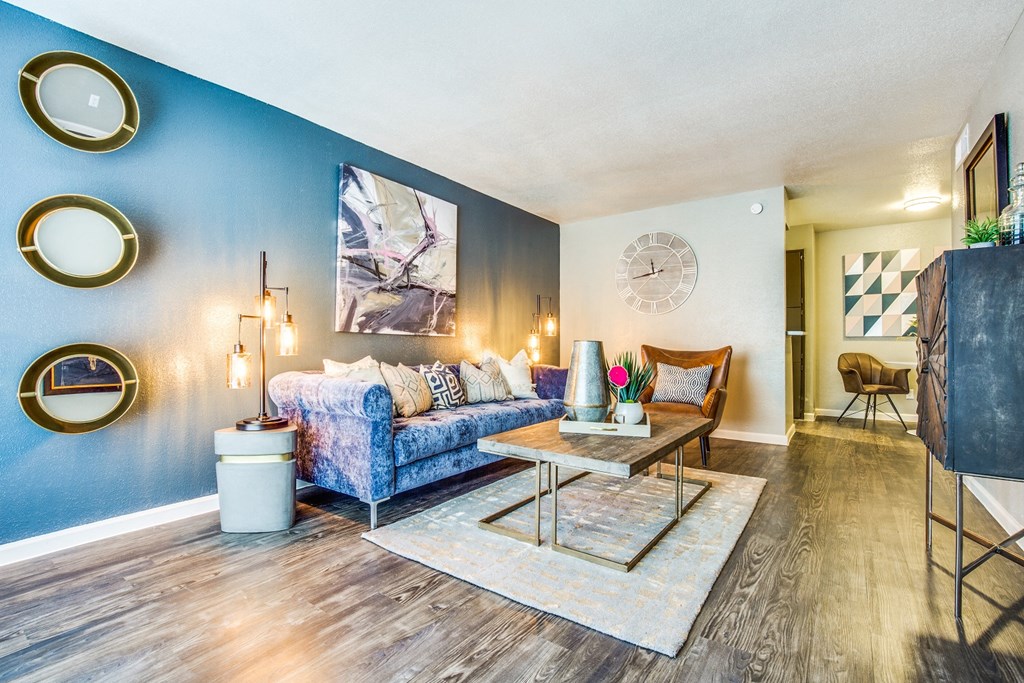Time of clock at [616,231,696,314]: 11:43
